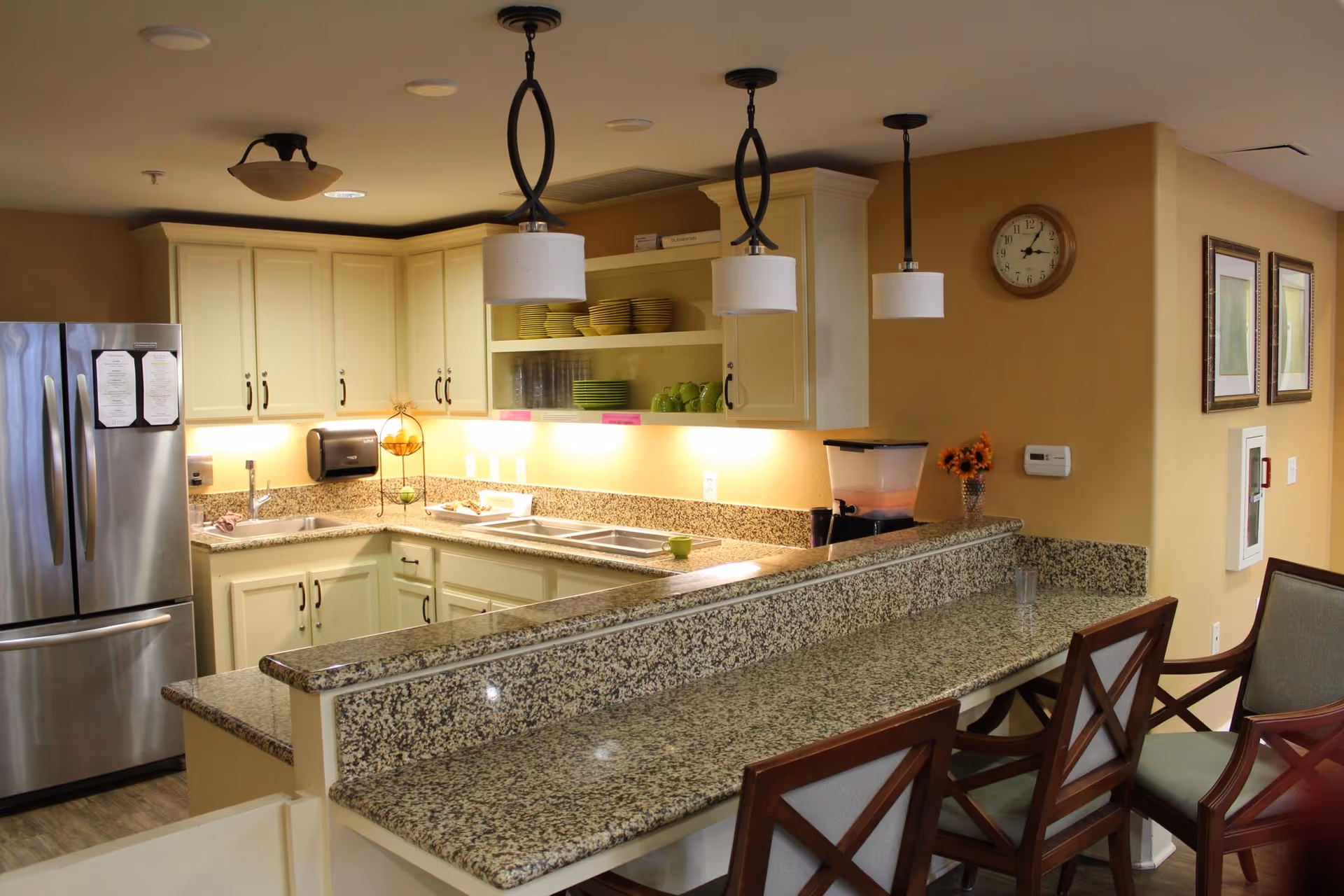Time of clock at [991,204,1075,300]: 3:05
